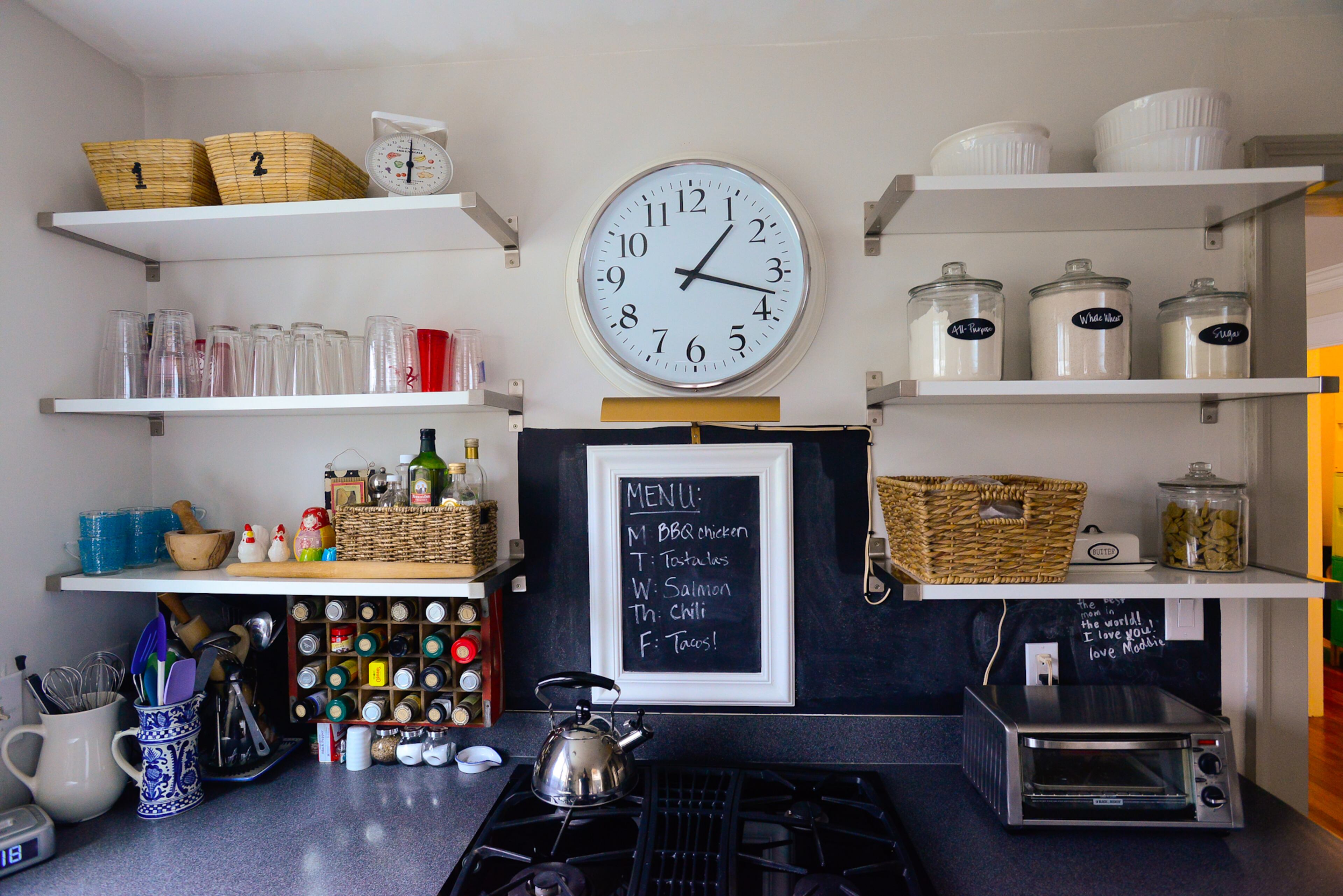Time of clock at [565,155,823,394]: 1:17
